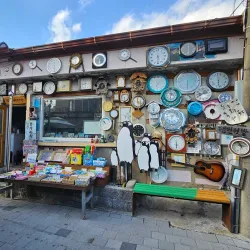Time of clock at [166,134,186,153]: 5:30
